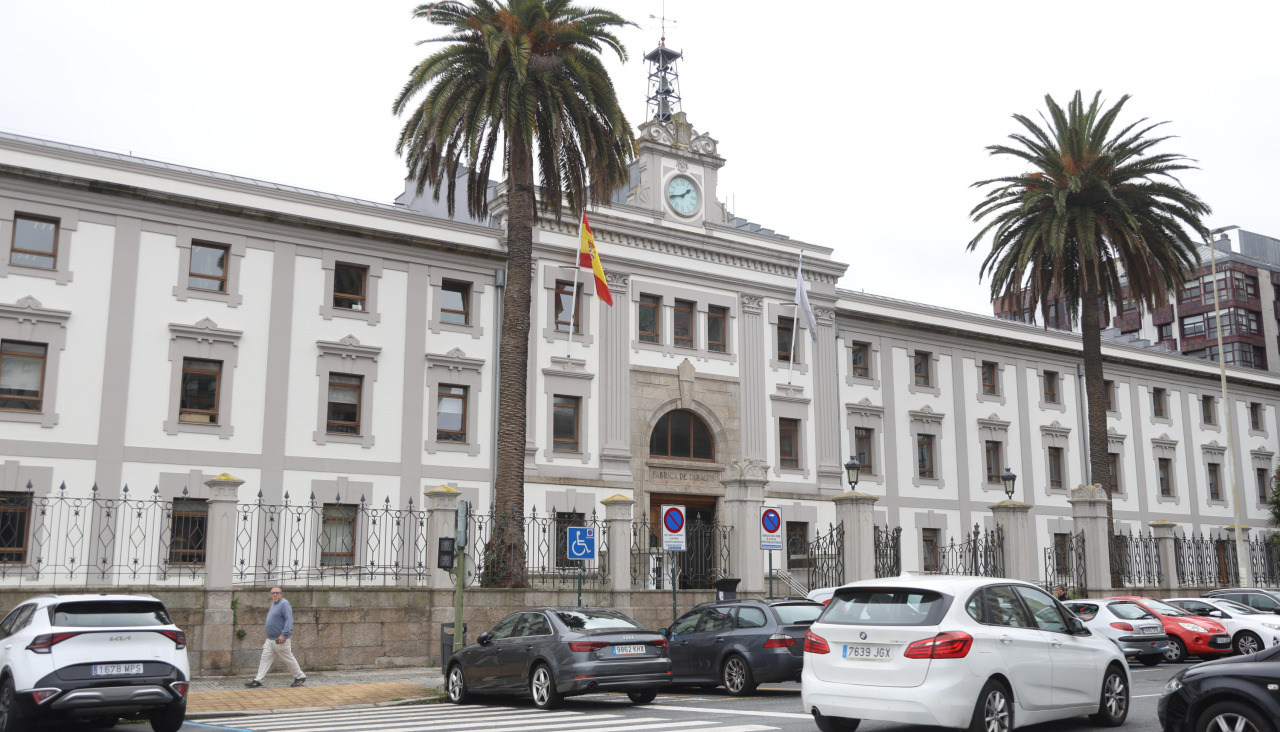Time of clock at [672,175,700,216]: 1:42
